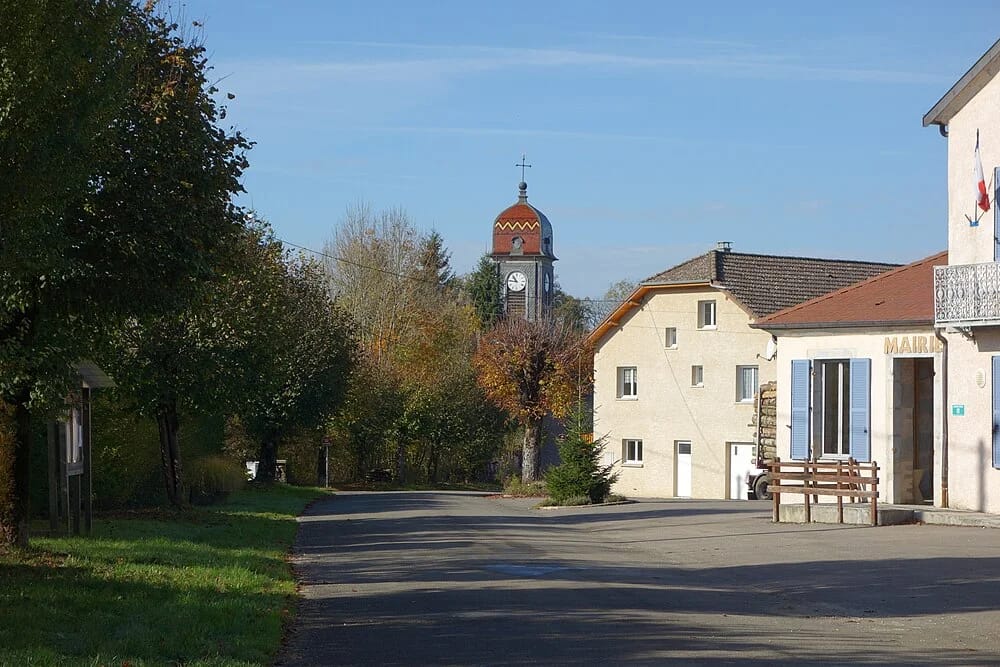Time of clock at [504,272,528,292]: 10:45
